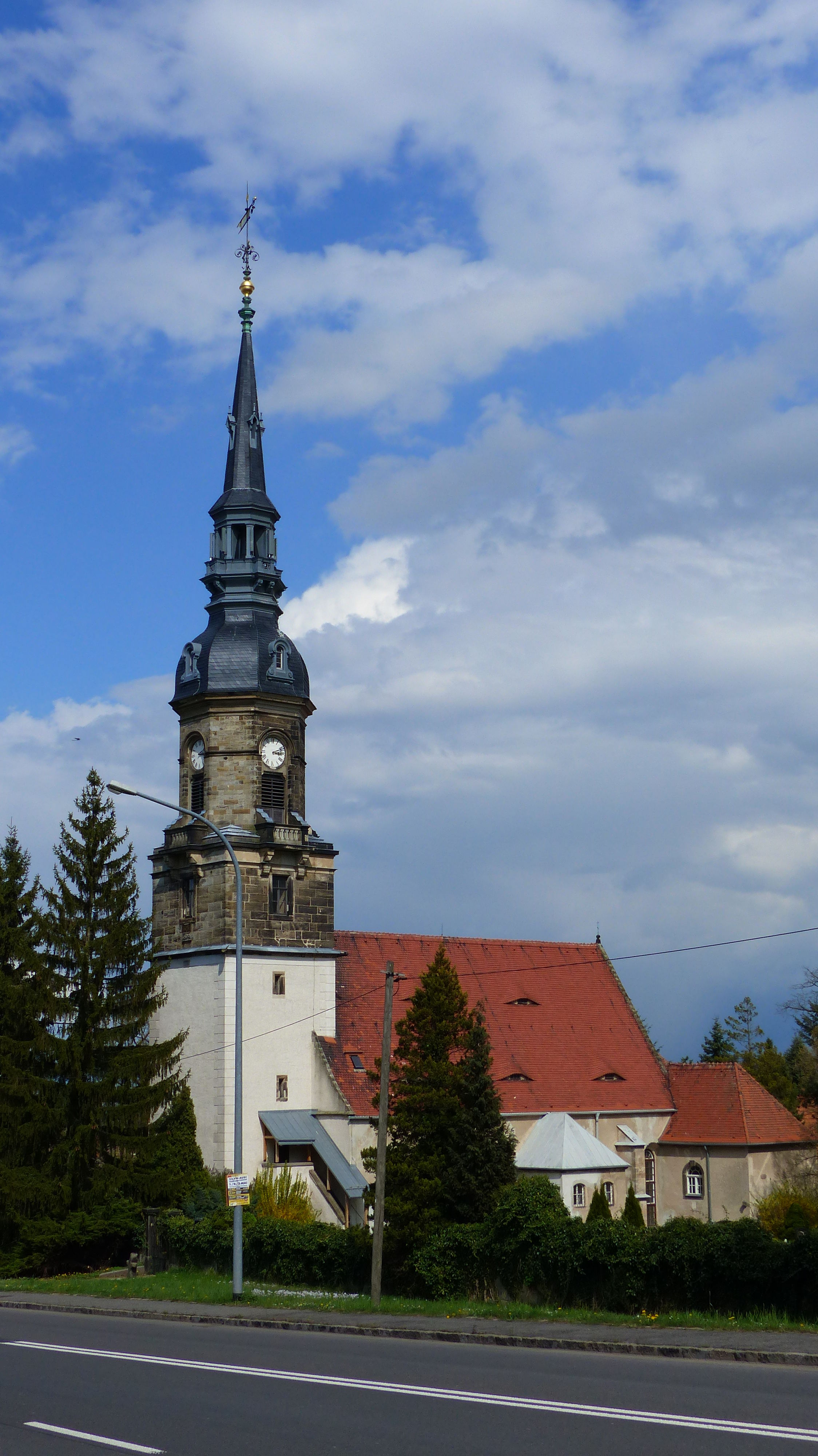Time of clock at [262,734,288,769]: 3:11
